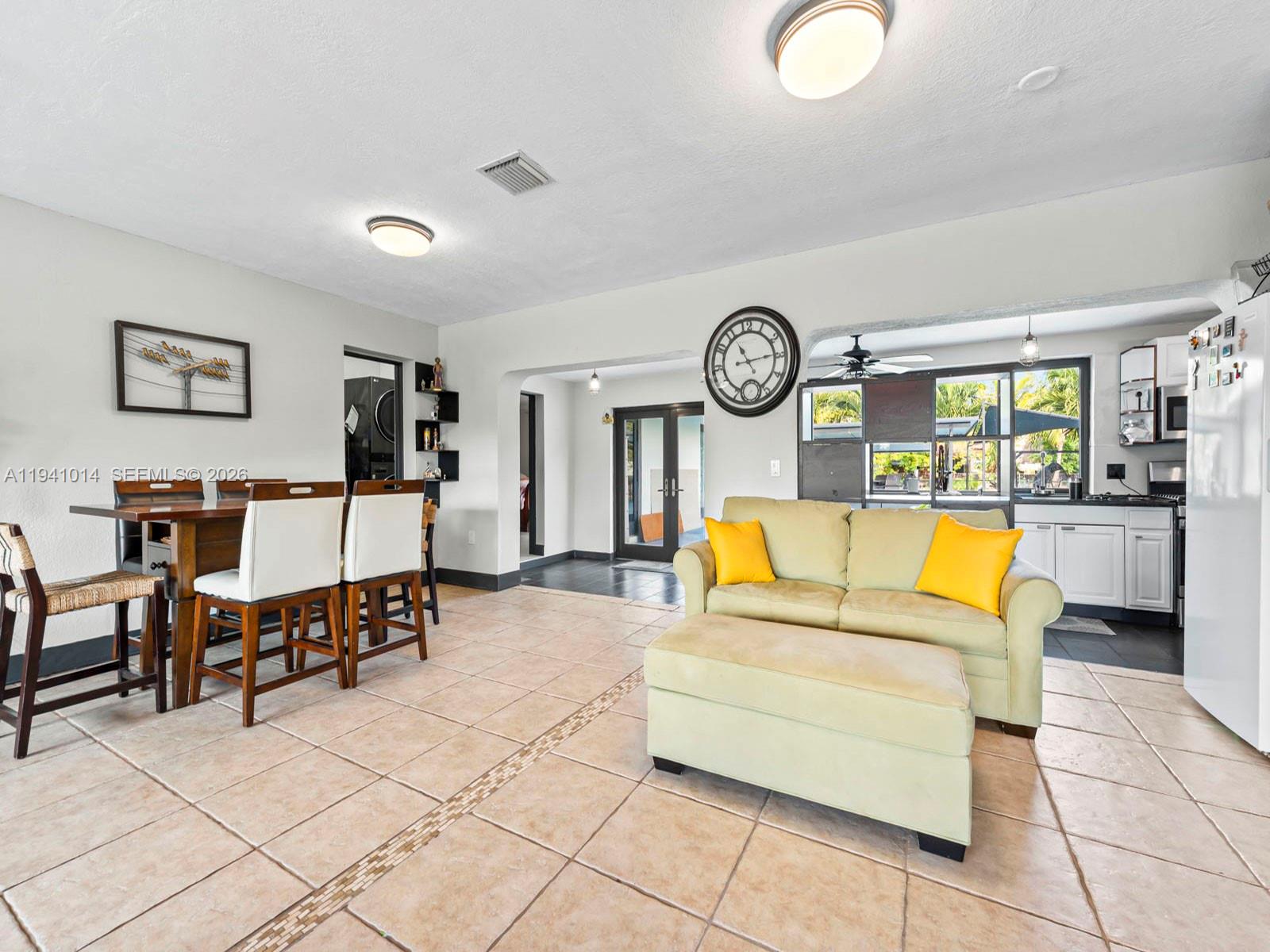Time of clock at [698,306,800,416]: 11:14
